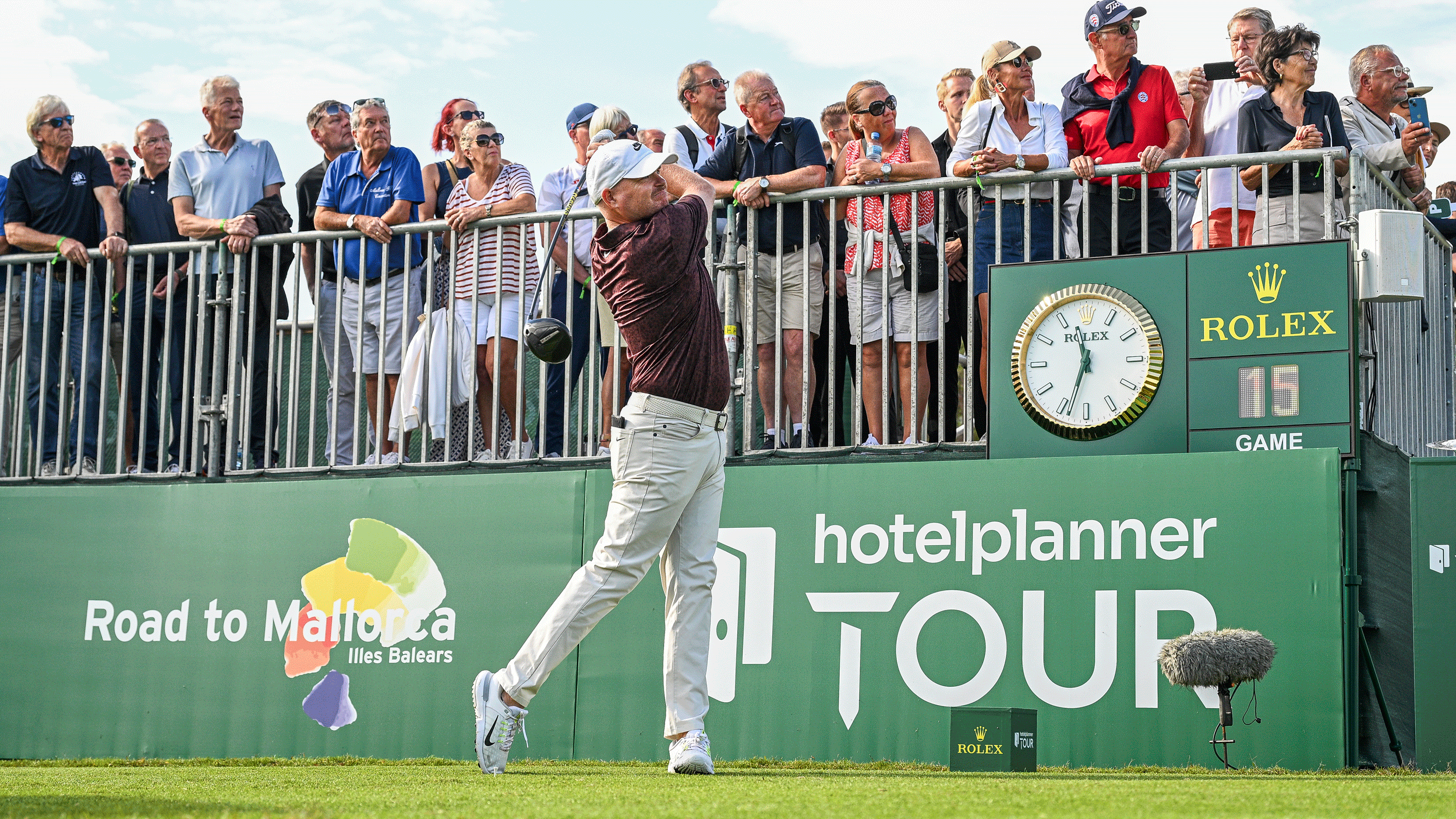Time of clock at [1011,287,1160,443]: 11:33
